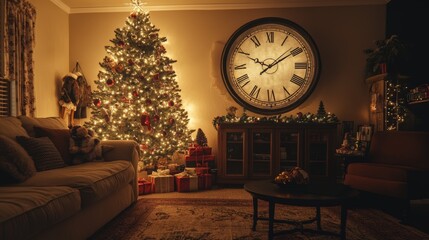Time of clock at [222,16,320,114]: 1:49
